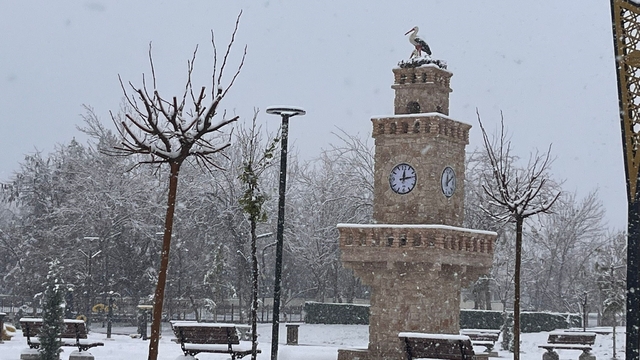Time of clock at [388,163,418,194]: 12:13
